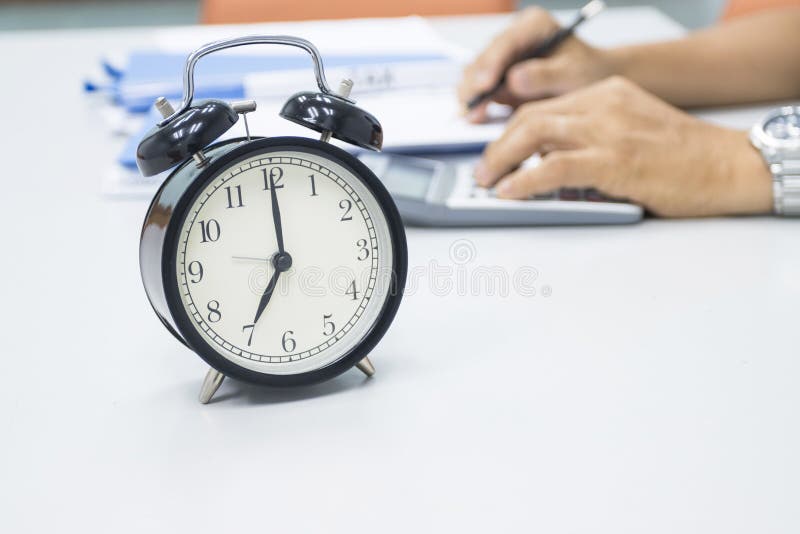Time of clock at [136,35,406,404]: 7:00
